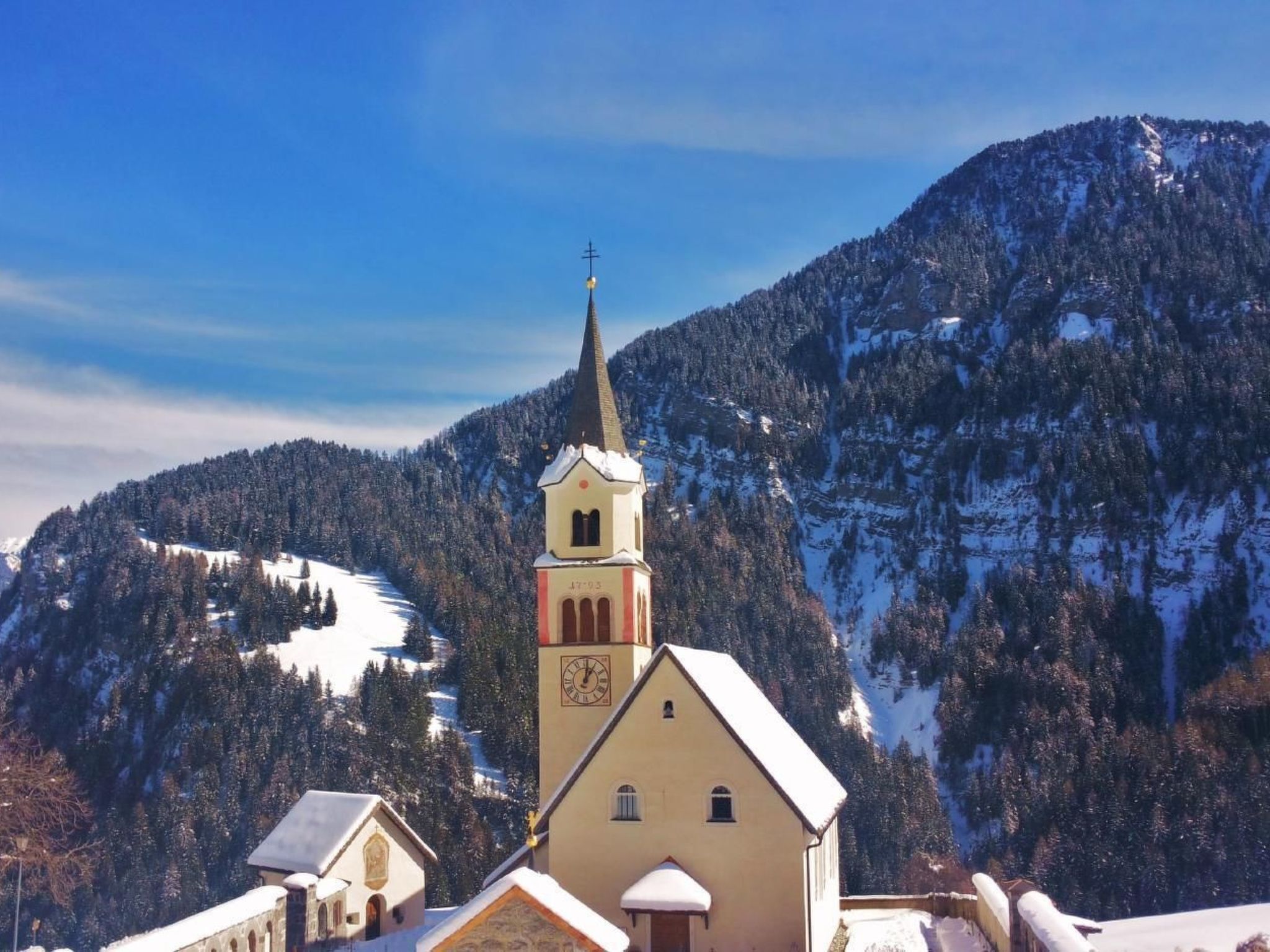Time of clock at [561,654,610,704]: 1:01
